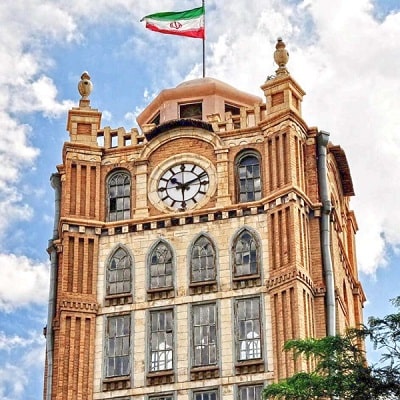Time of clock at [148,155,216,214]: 10:11
